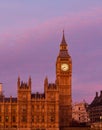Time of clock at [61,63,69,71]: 8:38
